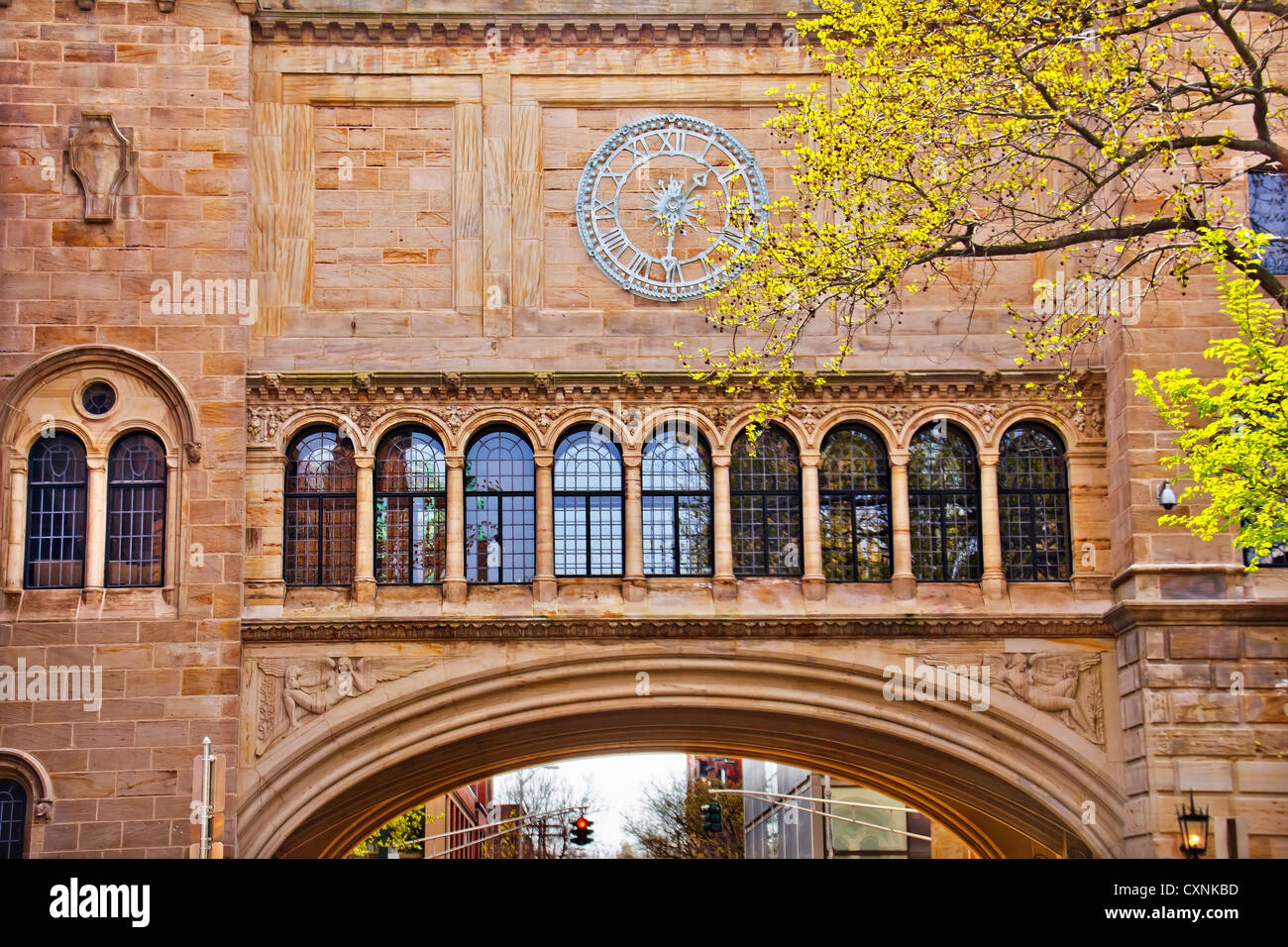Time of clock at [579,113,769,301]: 1:31
